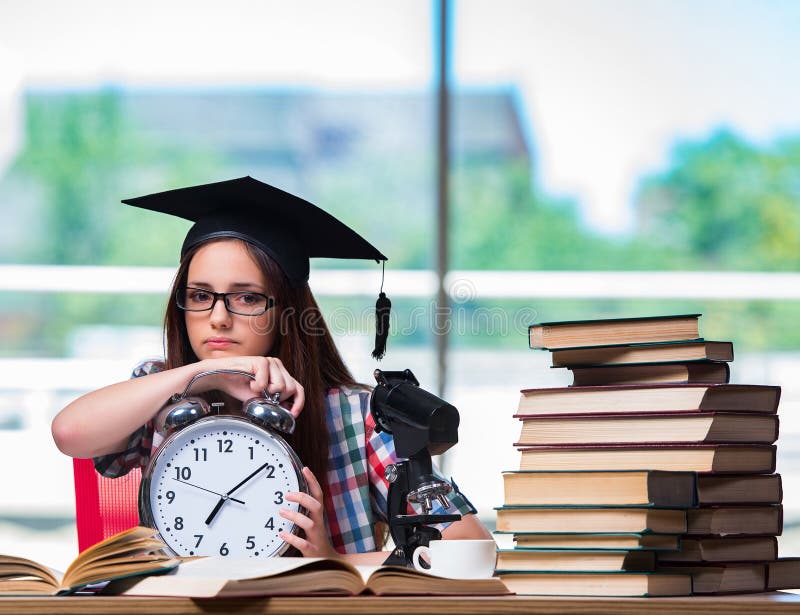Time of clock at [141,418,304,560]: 7:08
